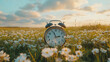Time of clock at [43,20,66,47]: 2:56
